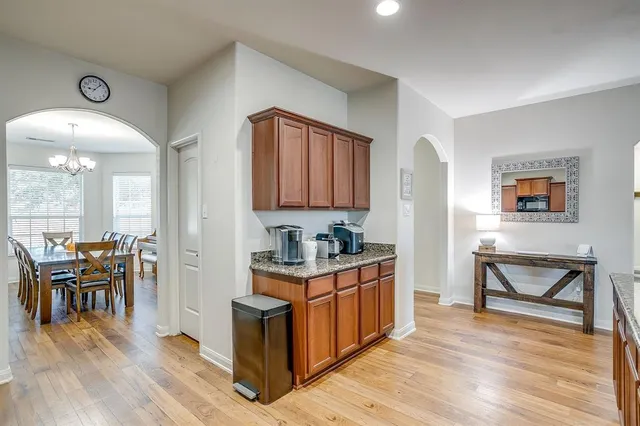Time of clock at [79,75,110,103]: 9:07
